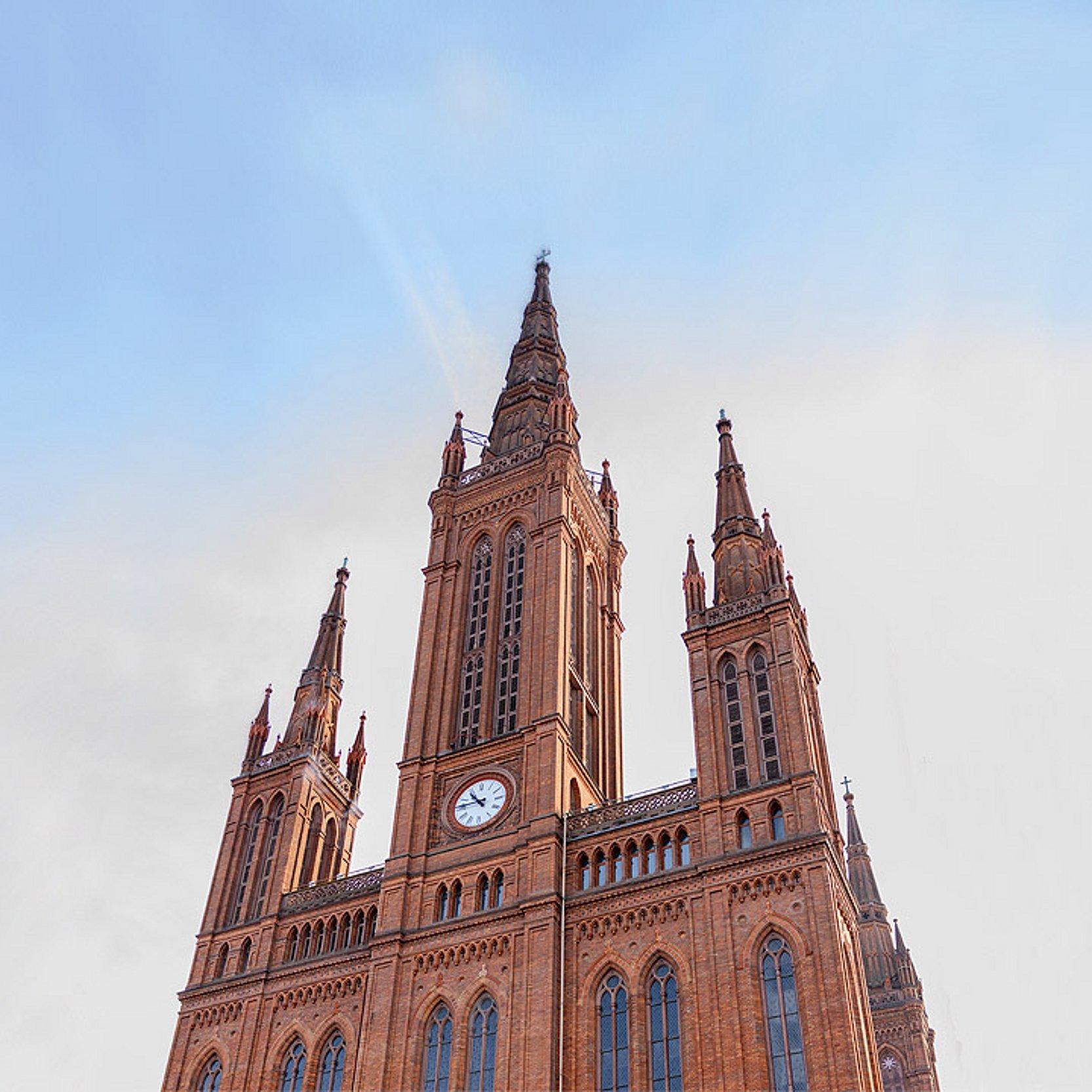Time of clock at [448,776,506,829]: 10:45
